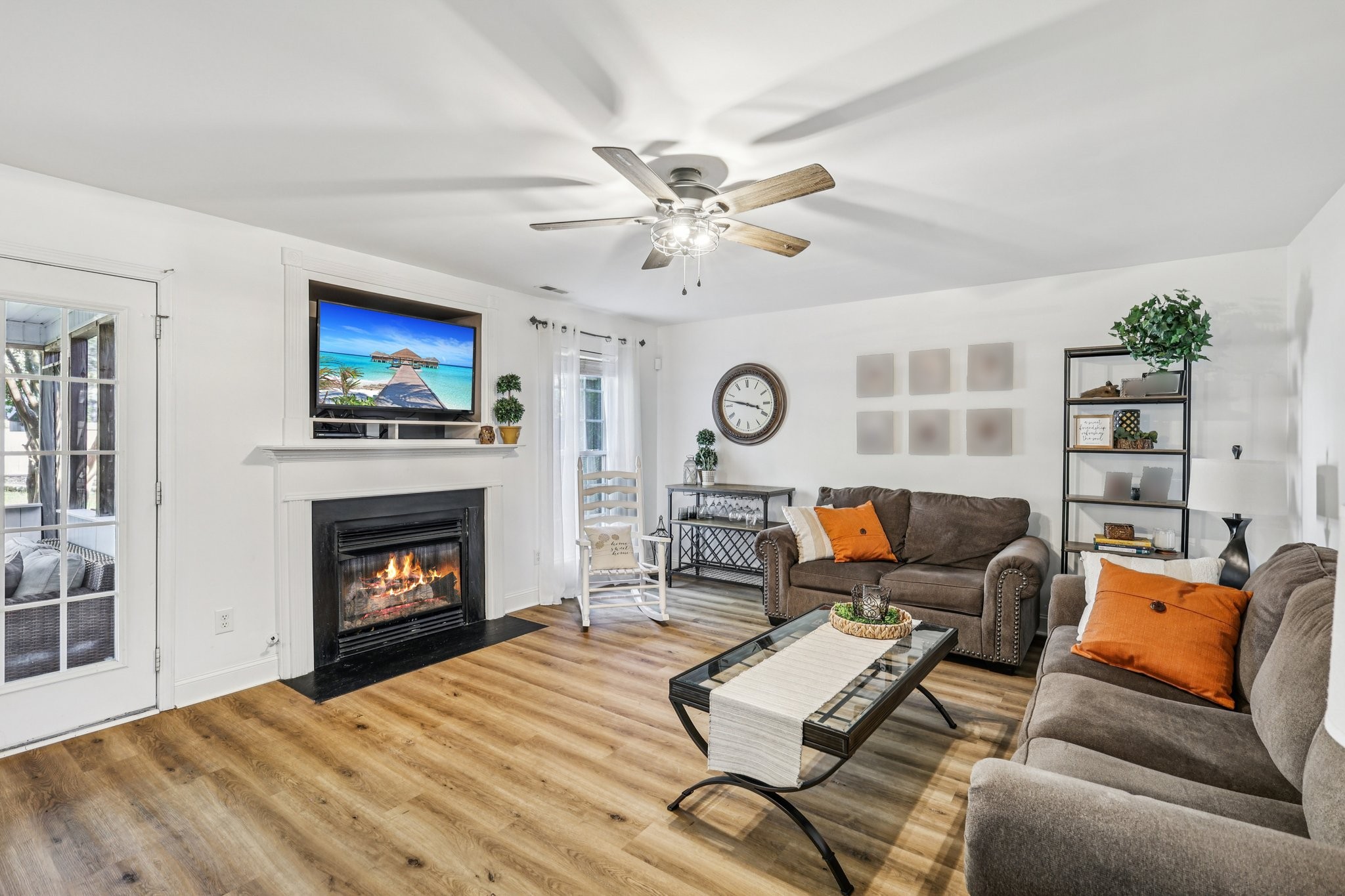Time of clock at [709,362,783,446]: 3:47
